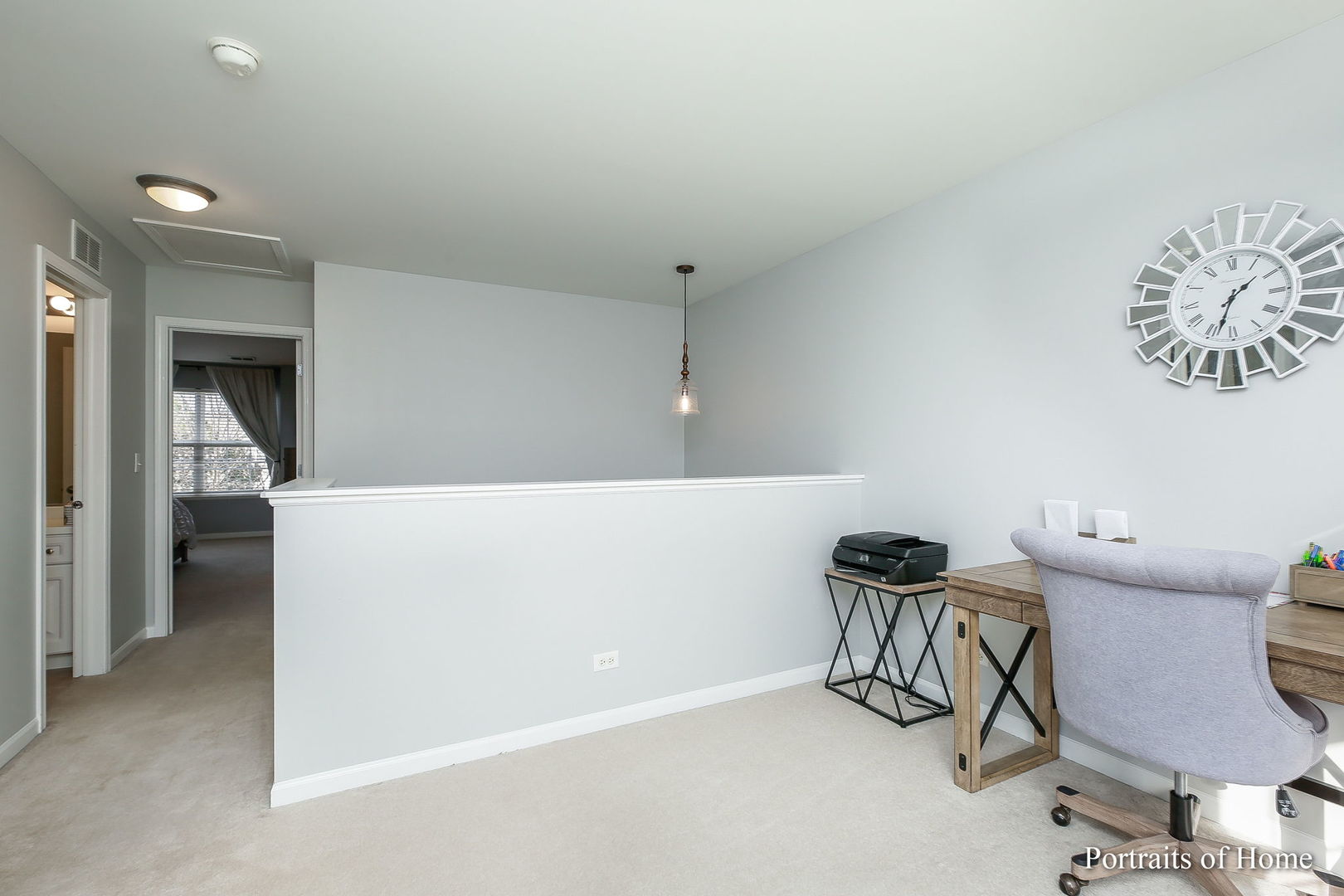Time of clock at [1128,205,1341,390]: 1:33
